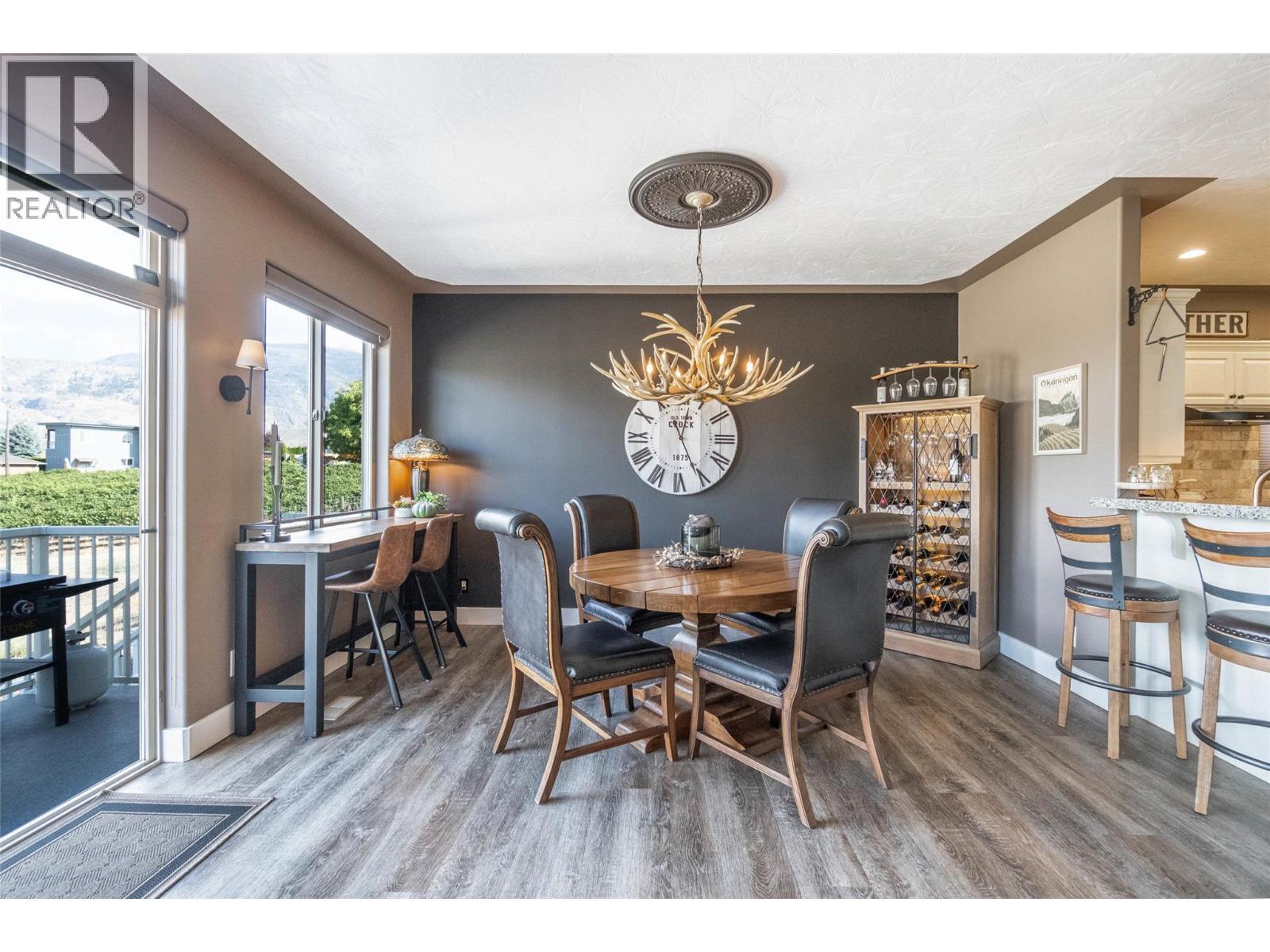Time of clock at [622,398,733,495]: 12:25
